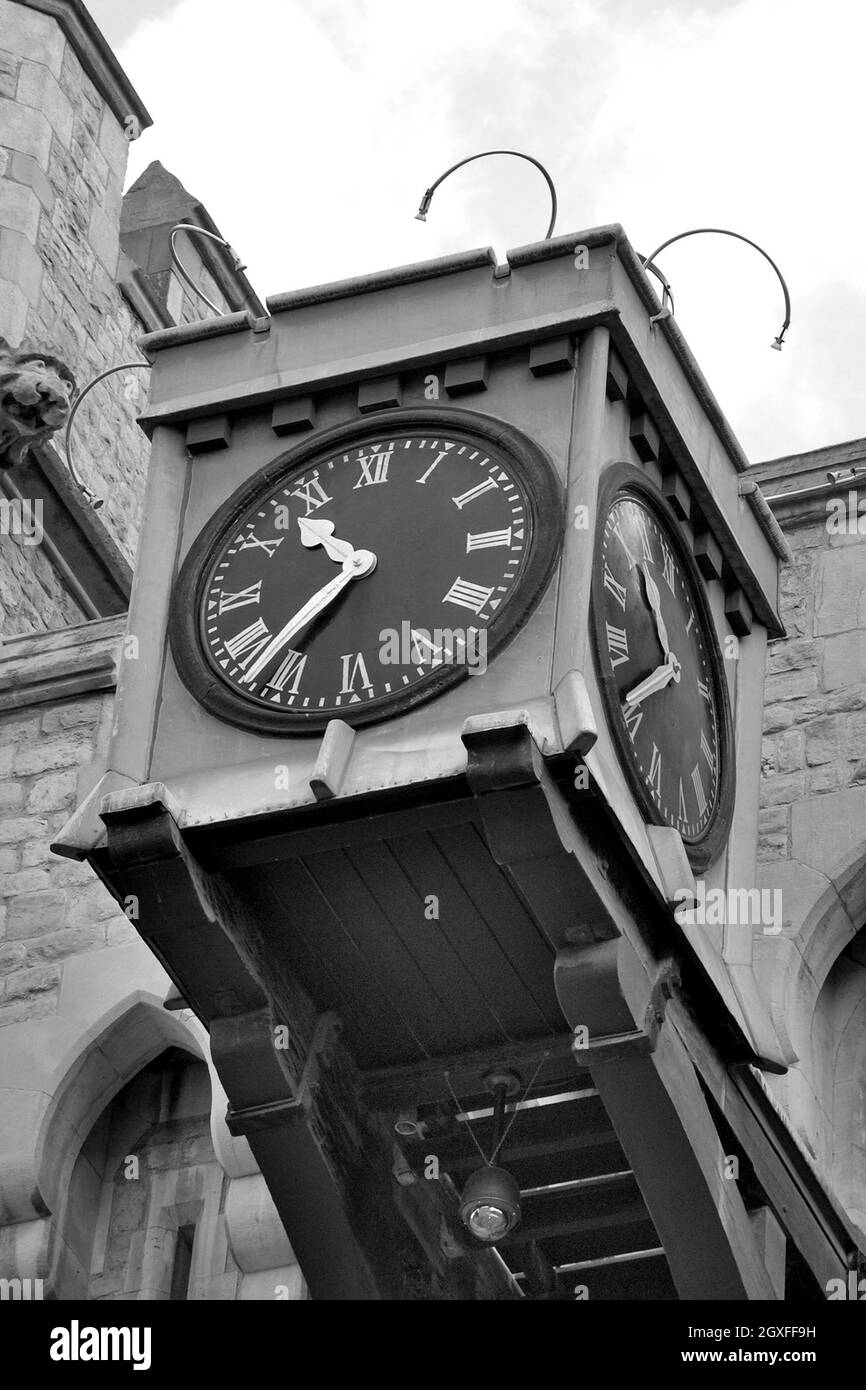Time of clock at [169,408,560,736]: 10:37
